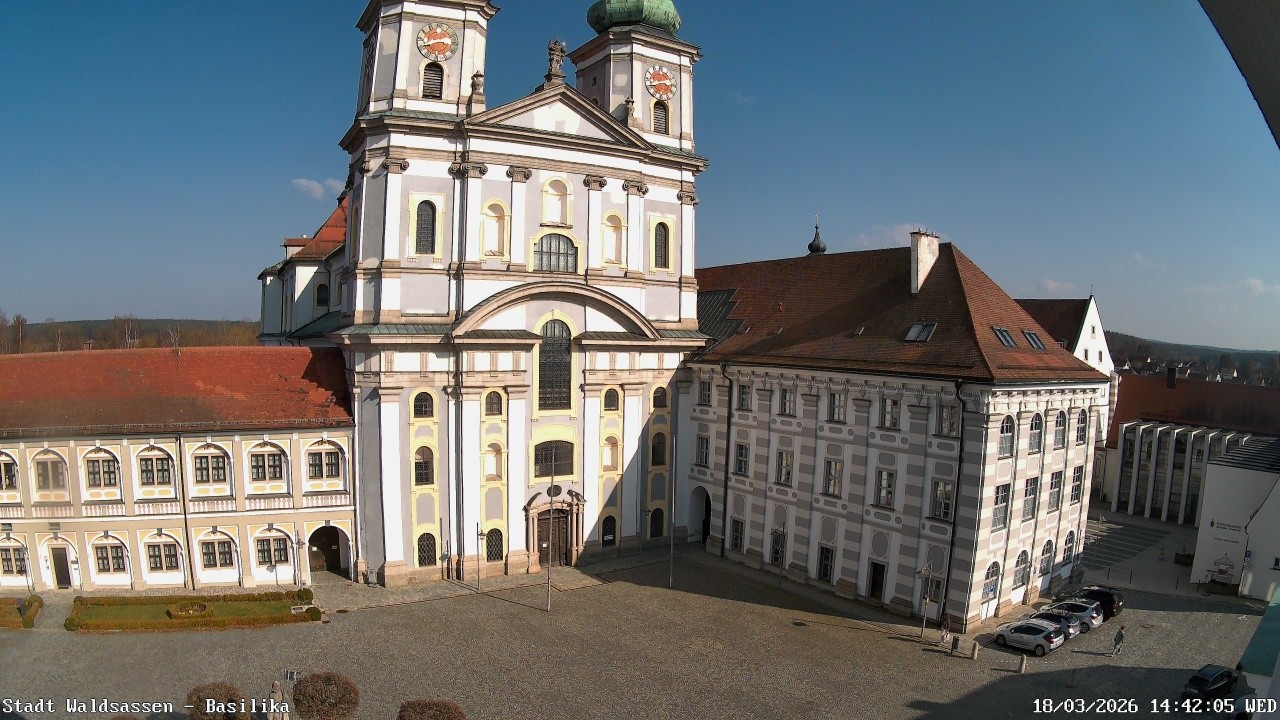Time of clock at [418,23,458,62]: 3:40
